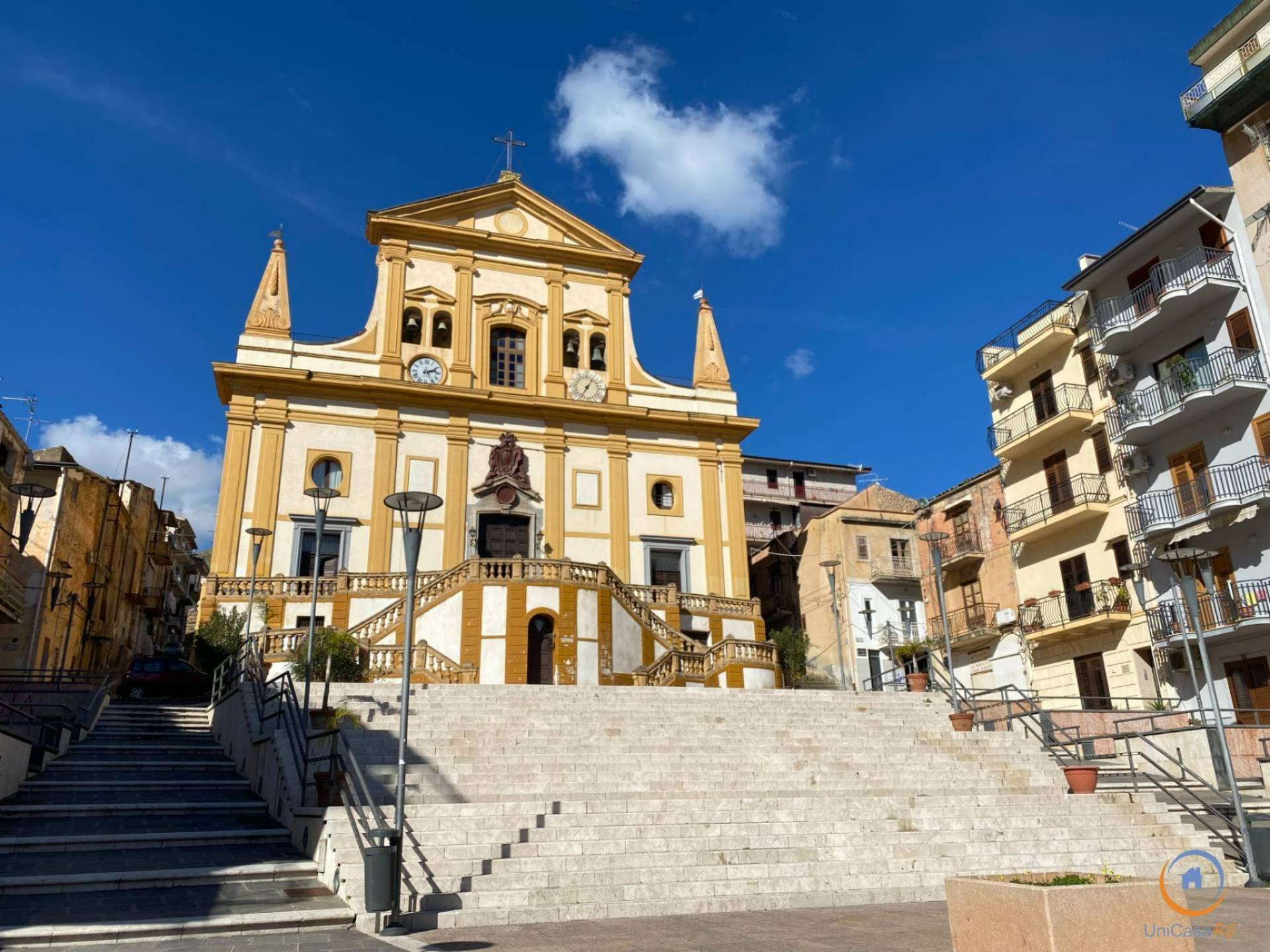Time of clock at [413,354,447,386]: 2:24
